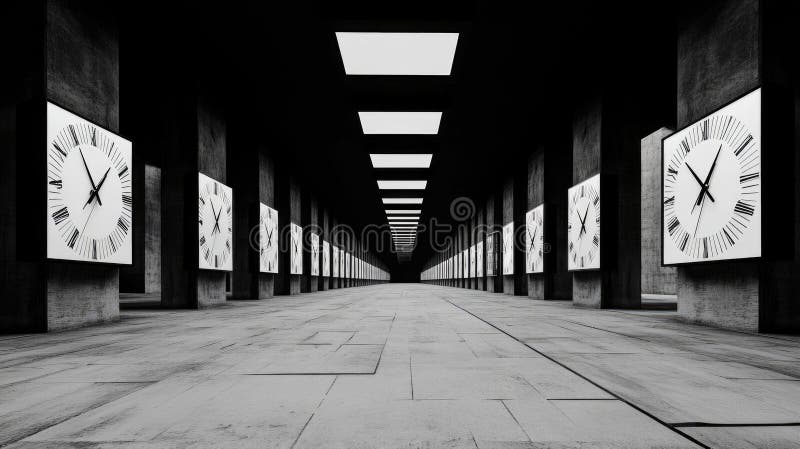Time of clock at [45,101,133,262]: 11:07
